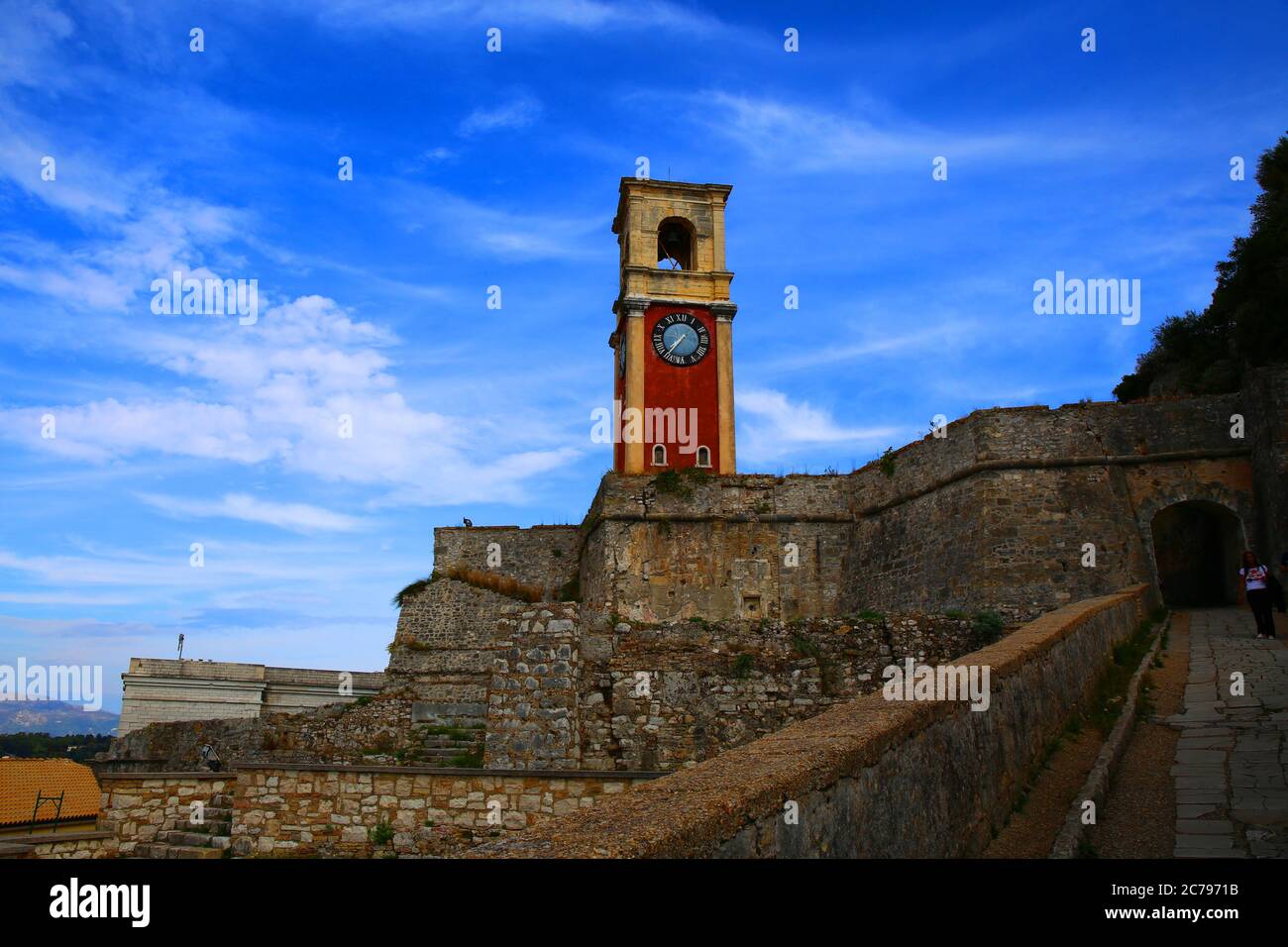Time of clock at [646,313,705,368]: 7:36
